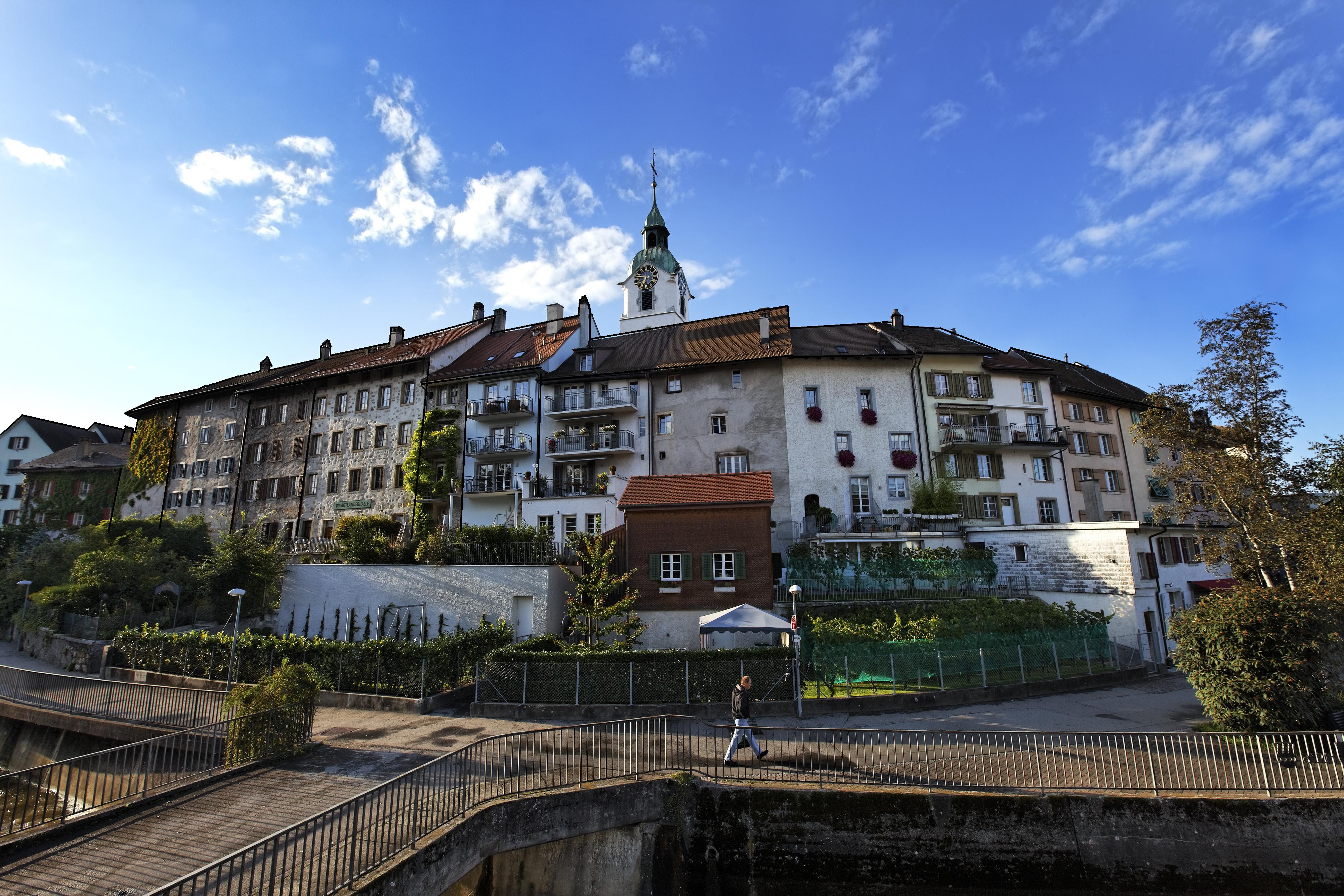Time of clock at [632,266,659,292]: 6:47
